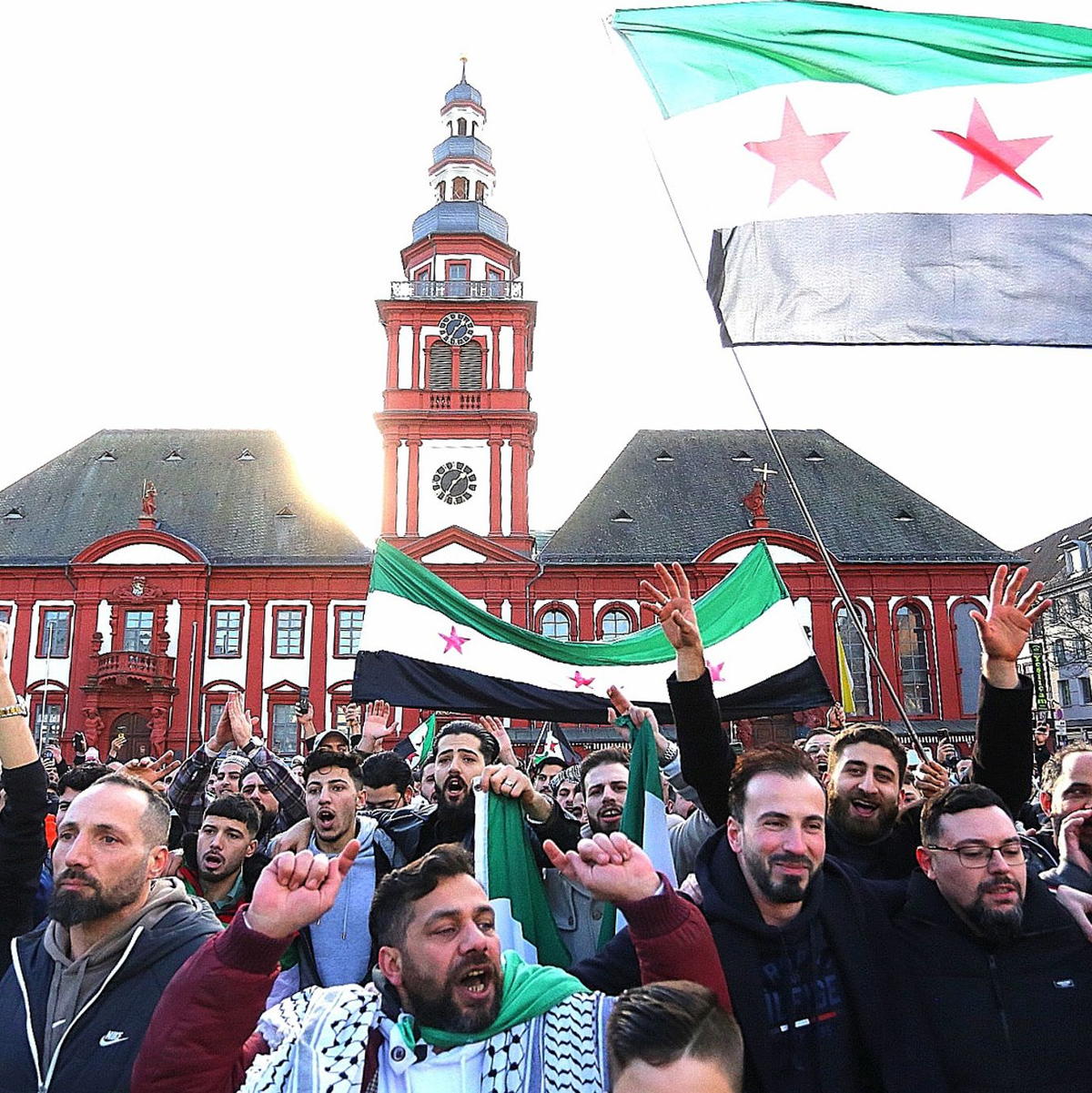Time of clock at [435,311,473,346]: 1:35
